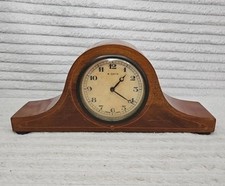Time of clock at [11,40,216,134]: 1:21
